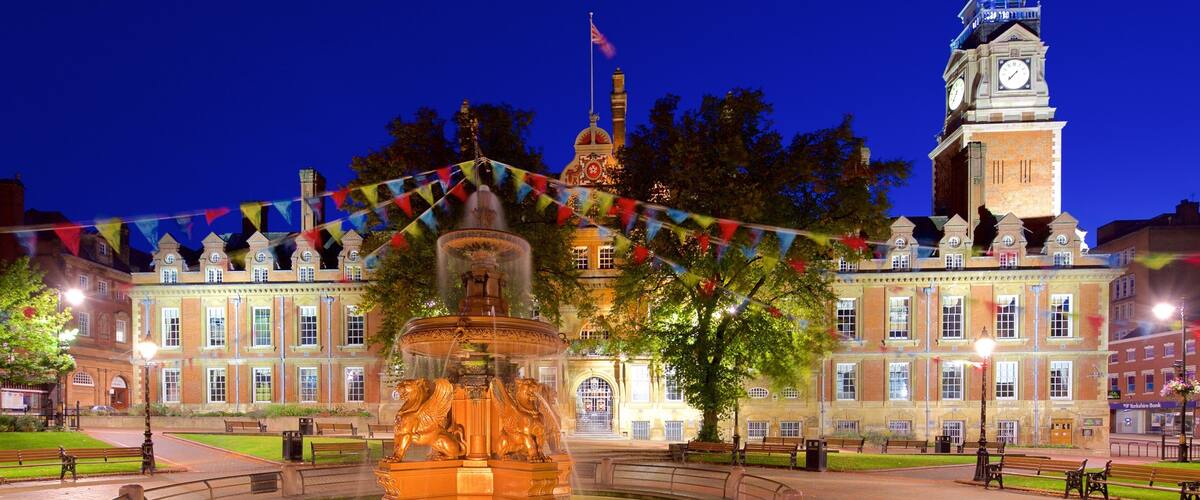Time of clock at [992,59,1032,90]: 7:37
